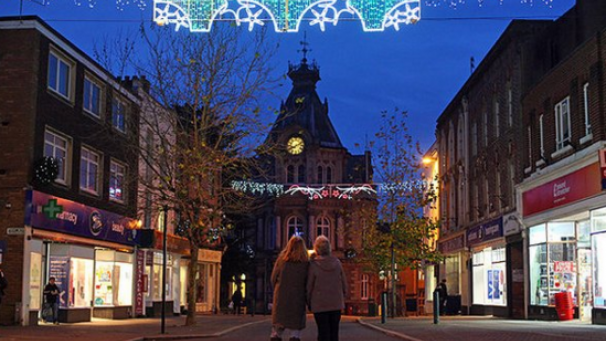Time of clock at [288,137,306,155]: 8:11
